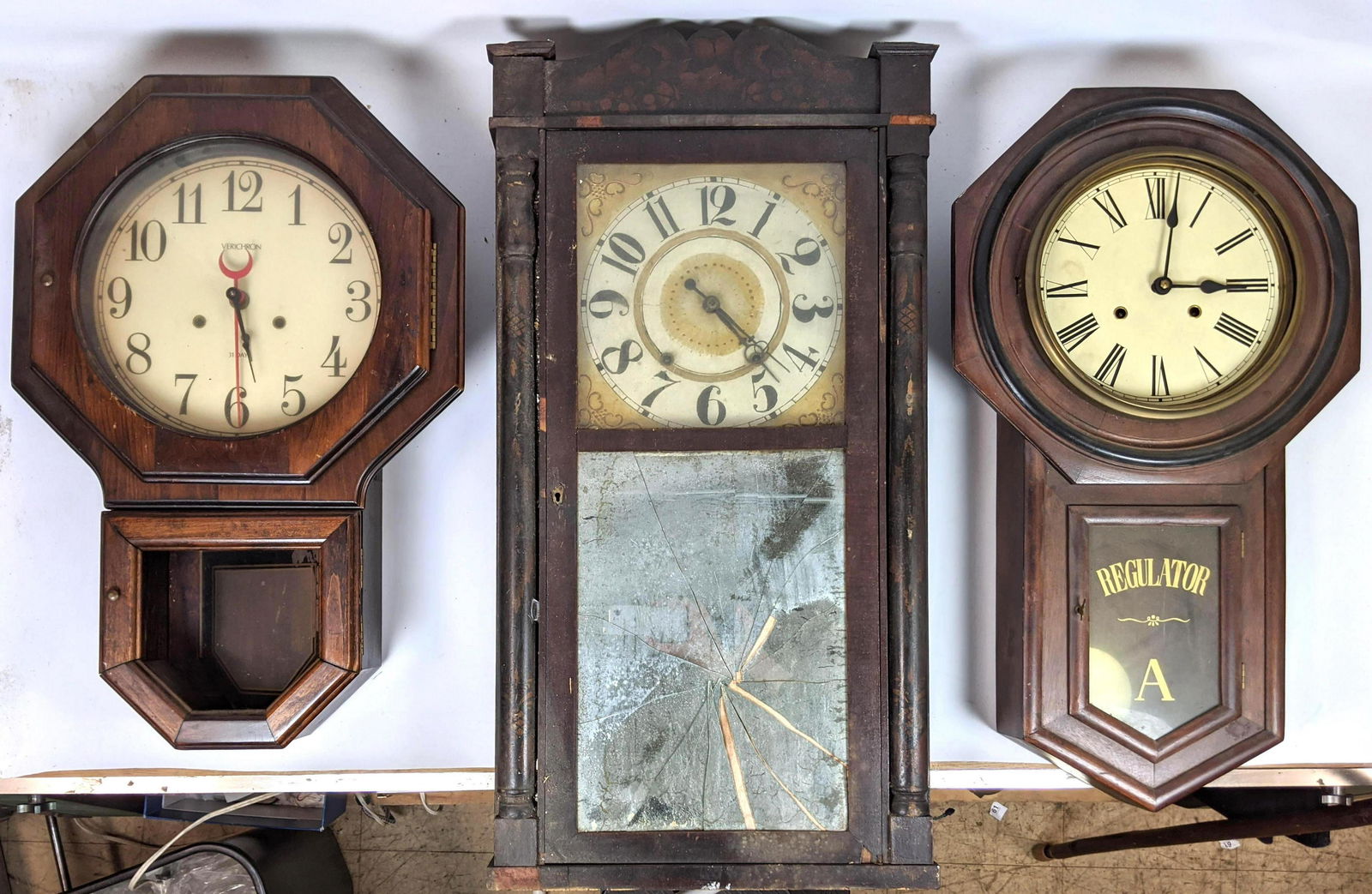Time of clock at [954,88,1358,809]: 12:14
